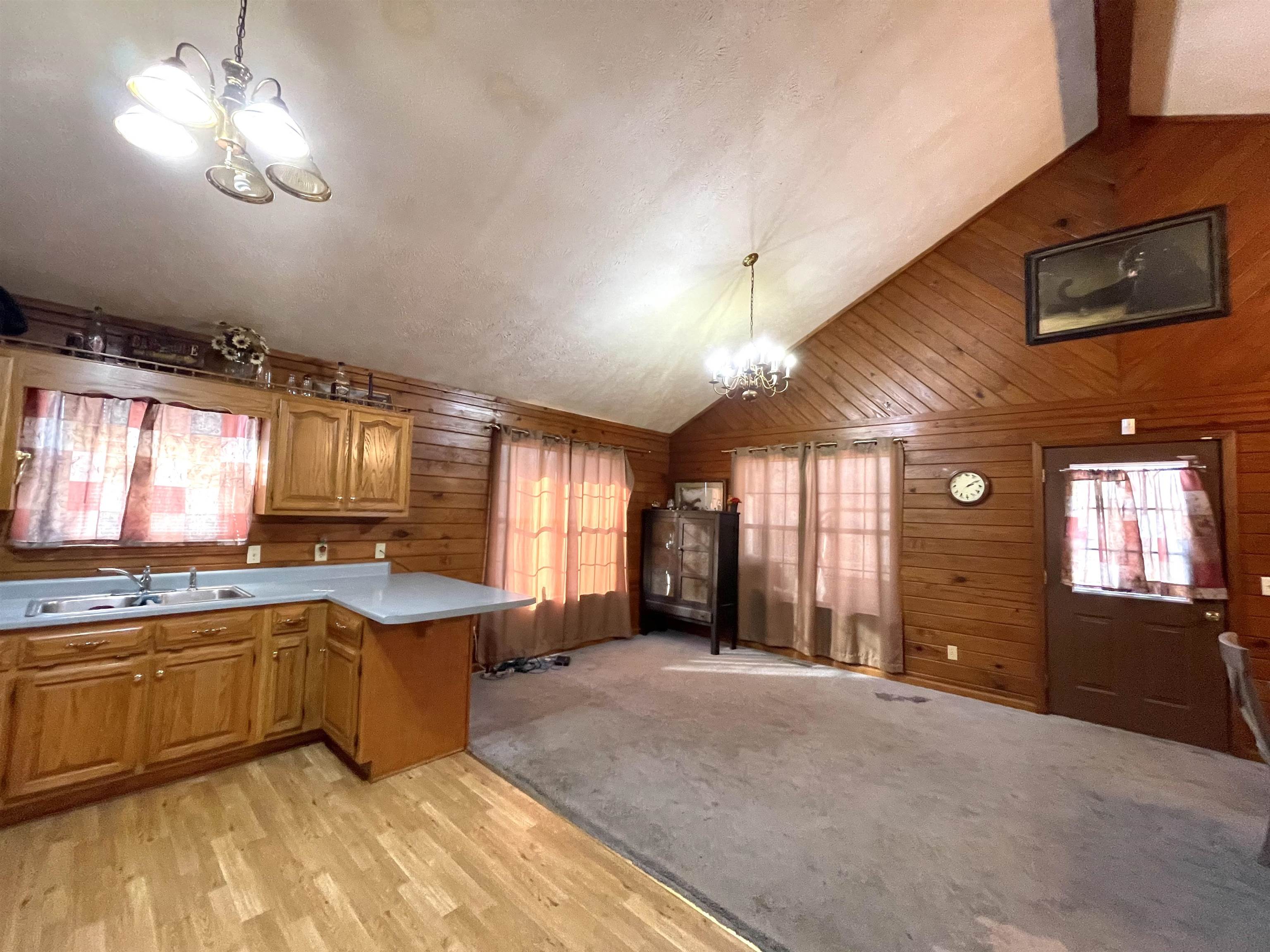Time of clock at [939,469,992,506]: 2:09
